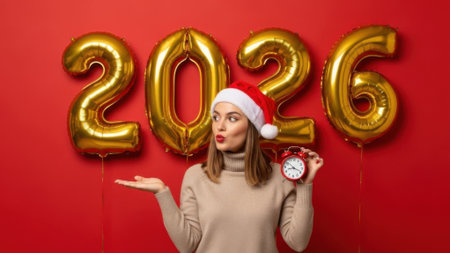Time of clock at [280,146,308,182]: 8:18
